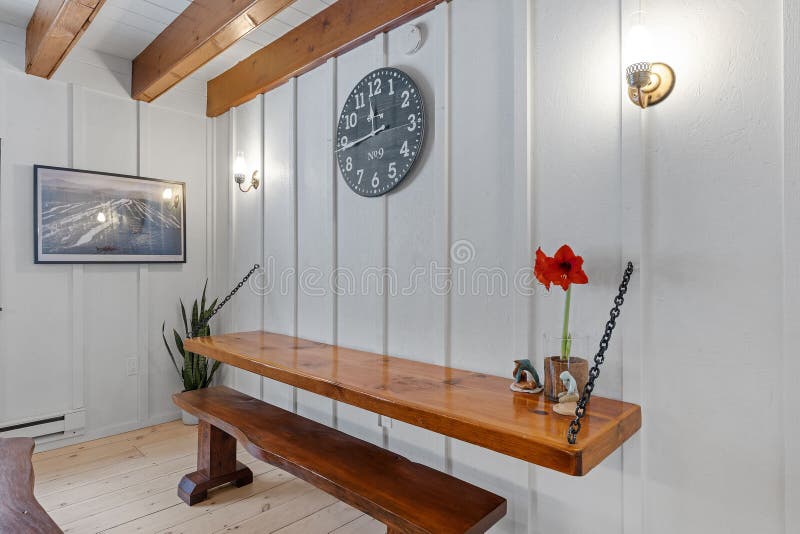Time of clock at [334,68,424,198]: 11:43
